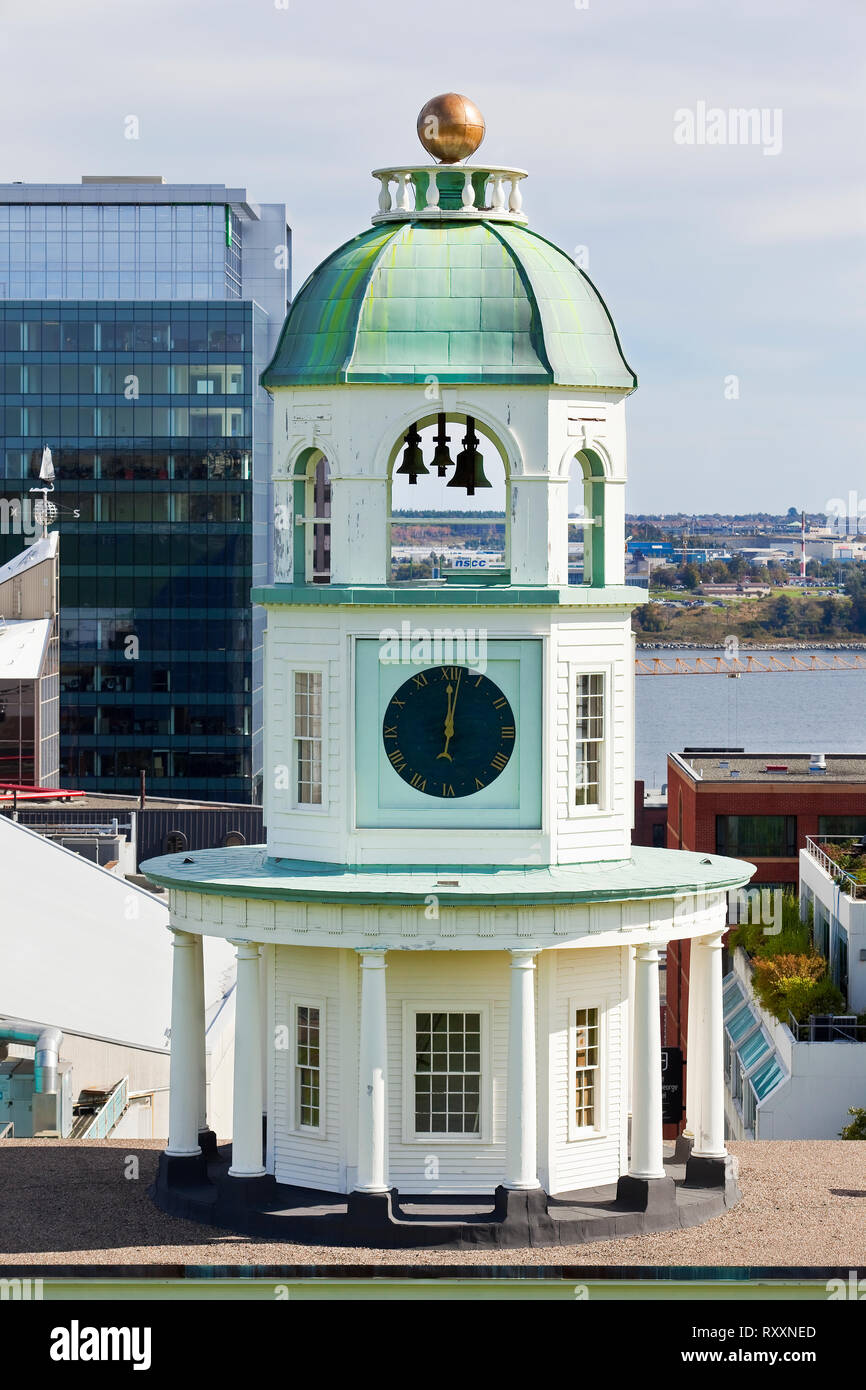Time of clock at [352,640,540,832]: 12:01
